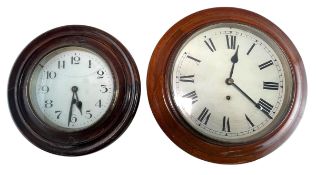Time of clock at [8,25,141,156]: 5:31
